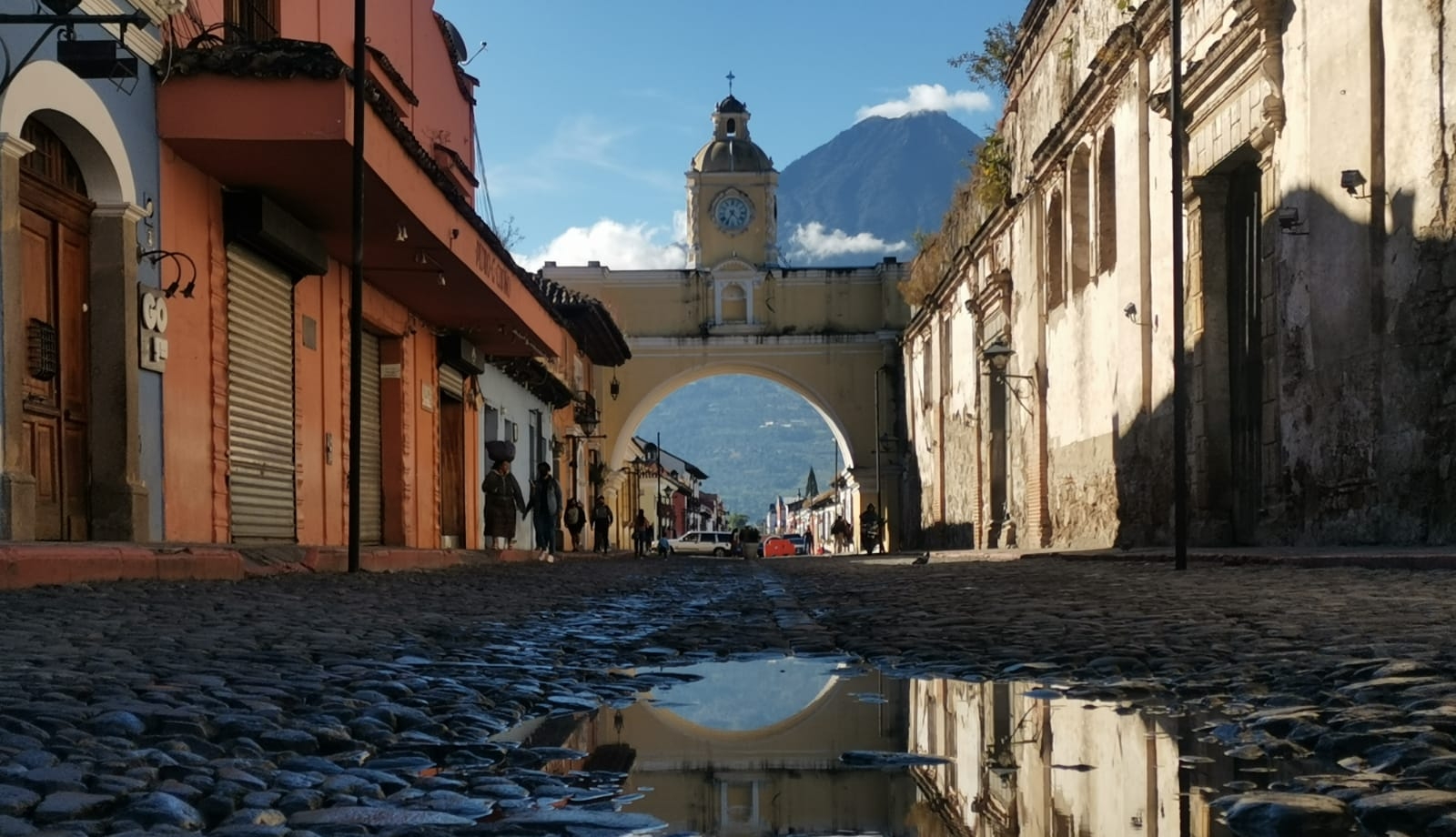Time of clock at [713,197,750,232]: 4:35
